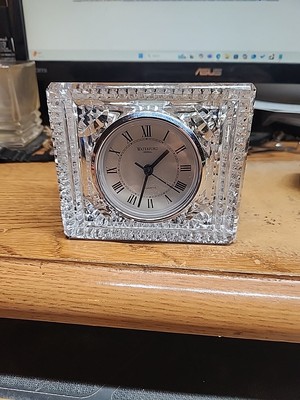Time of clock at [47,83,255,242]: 1:32
